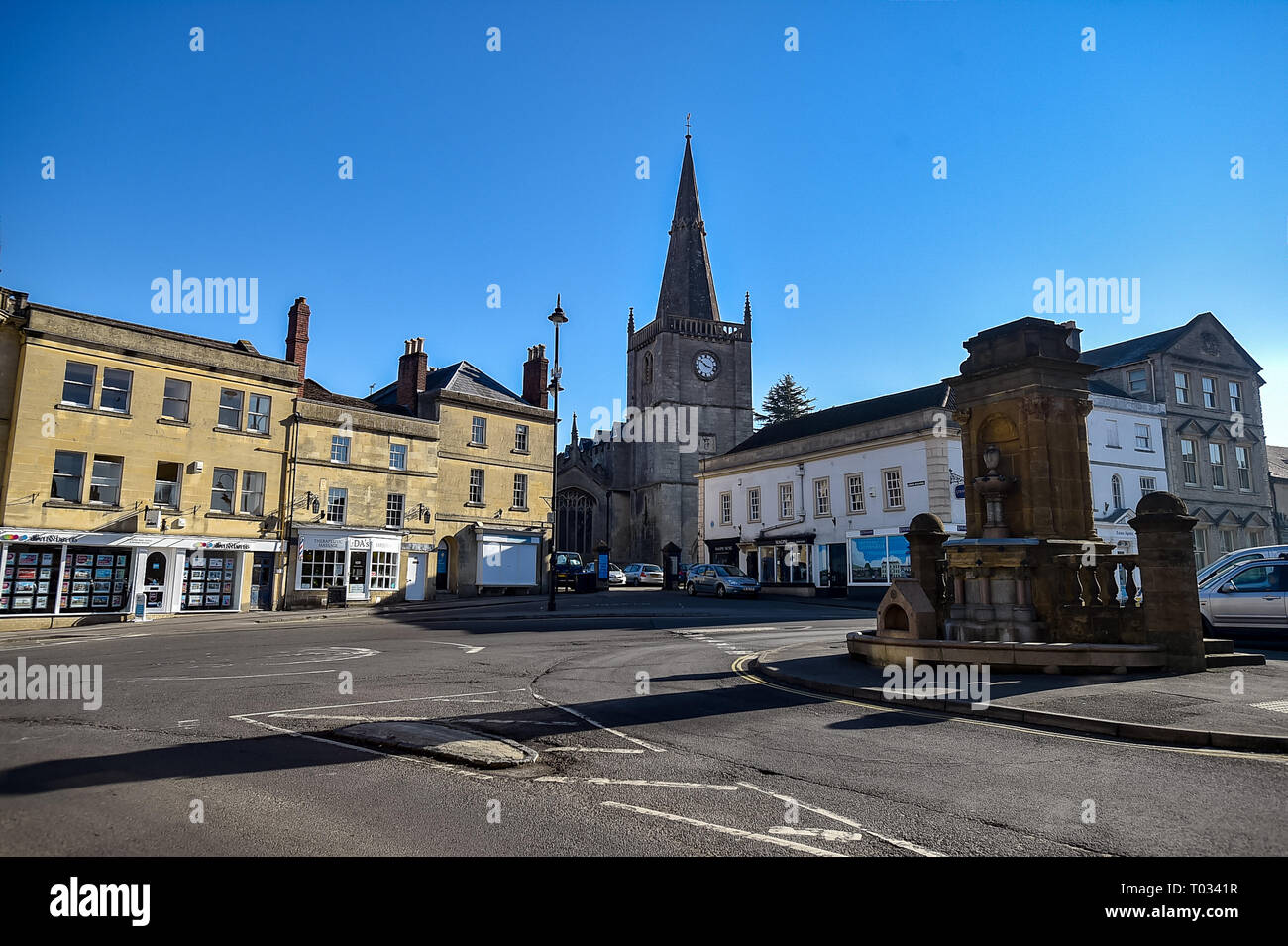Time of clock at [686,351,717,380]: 10:17
